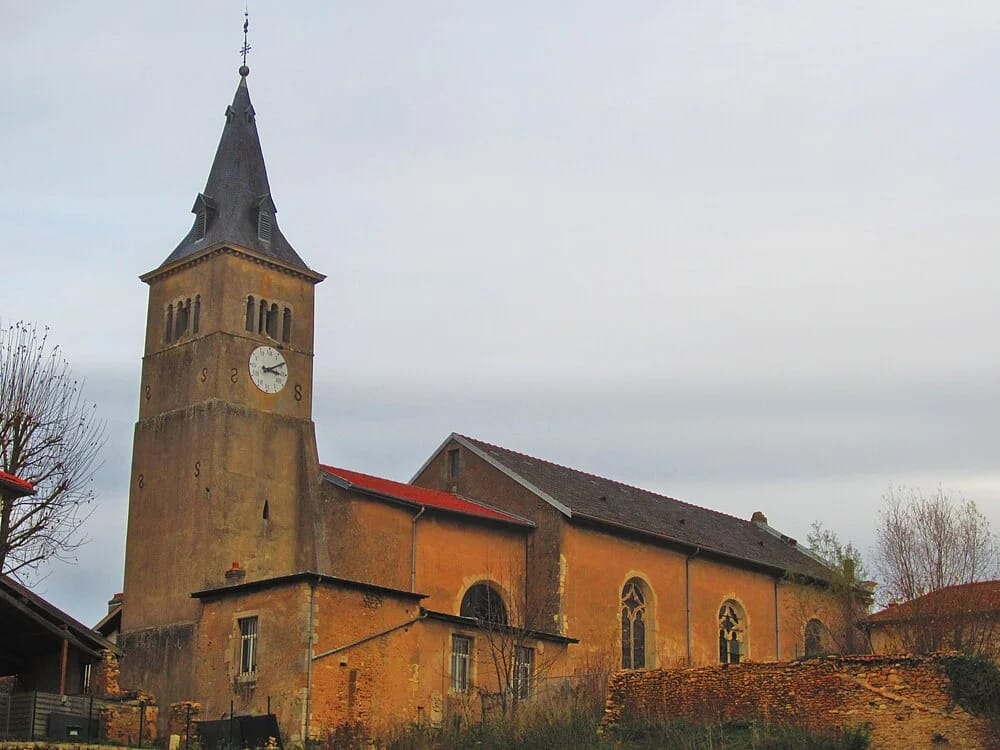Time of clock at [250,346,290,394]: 3:09
